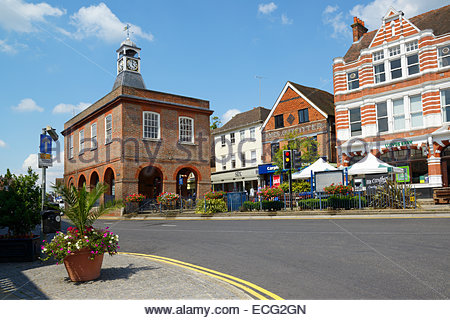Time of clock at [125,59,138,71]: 12:22
